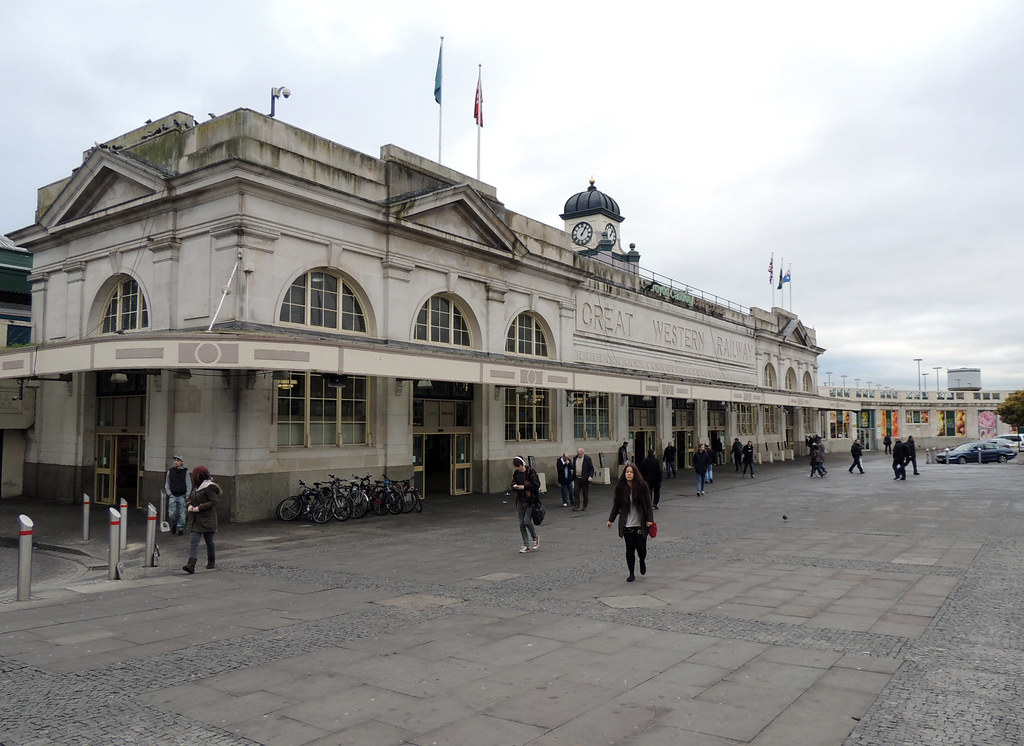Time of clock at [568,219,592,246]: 1:06
